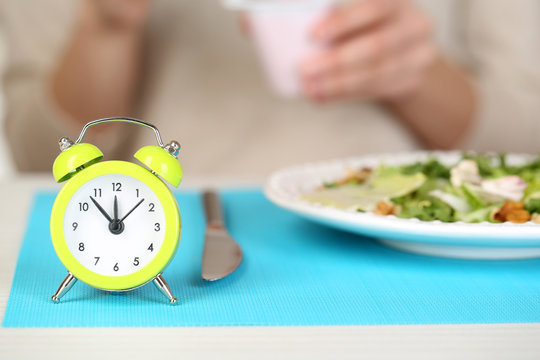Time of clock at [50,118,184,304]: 11:52
